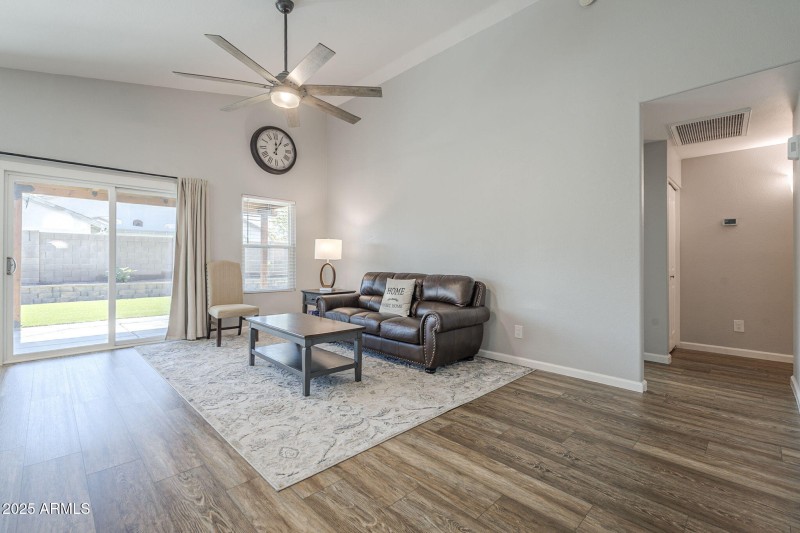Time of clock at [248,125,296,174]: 12:05
